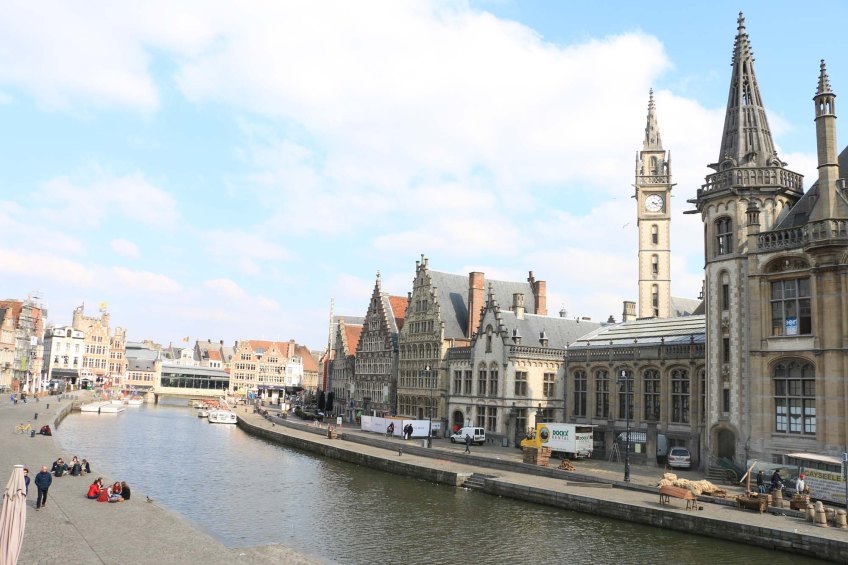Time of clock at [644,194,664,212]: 3:22
